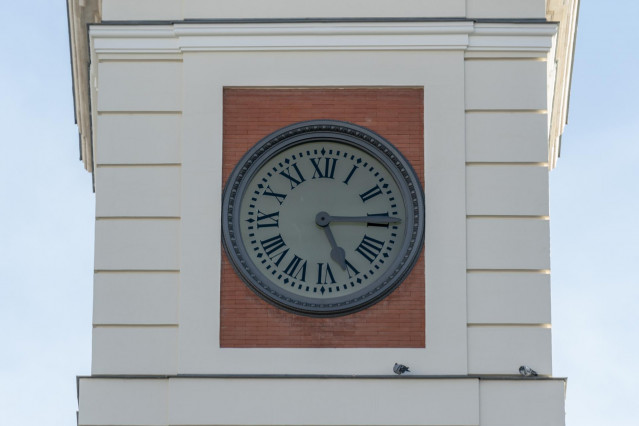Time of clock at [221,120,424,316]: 5:15
